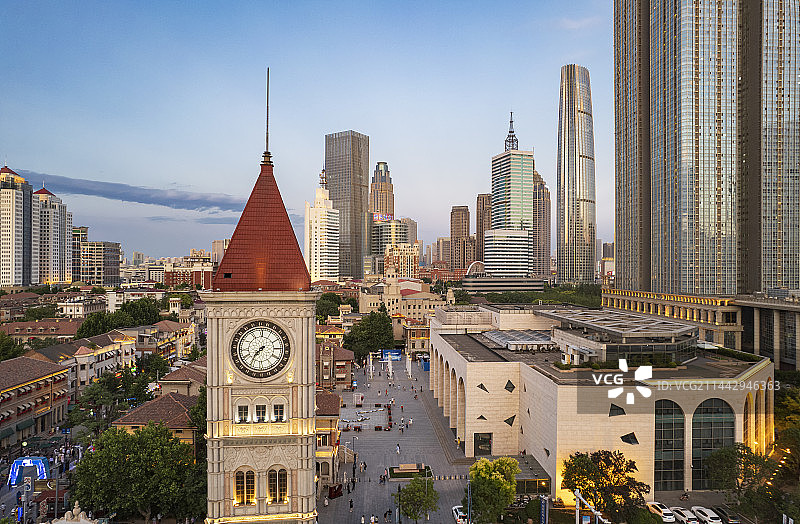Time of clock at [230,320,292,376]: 7:35
